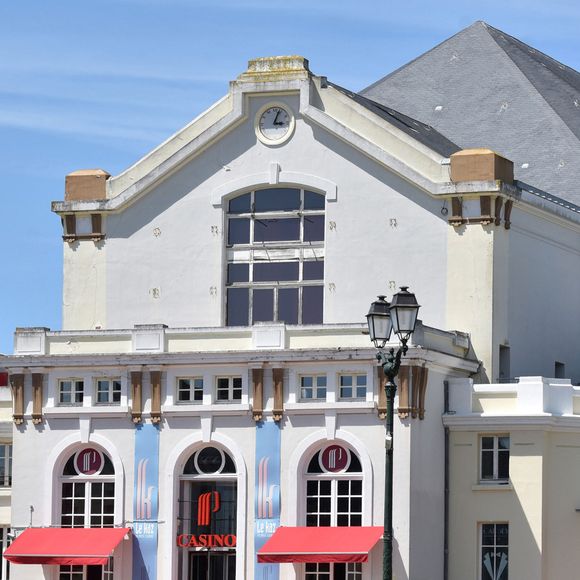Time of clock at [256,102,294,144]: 3:03
